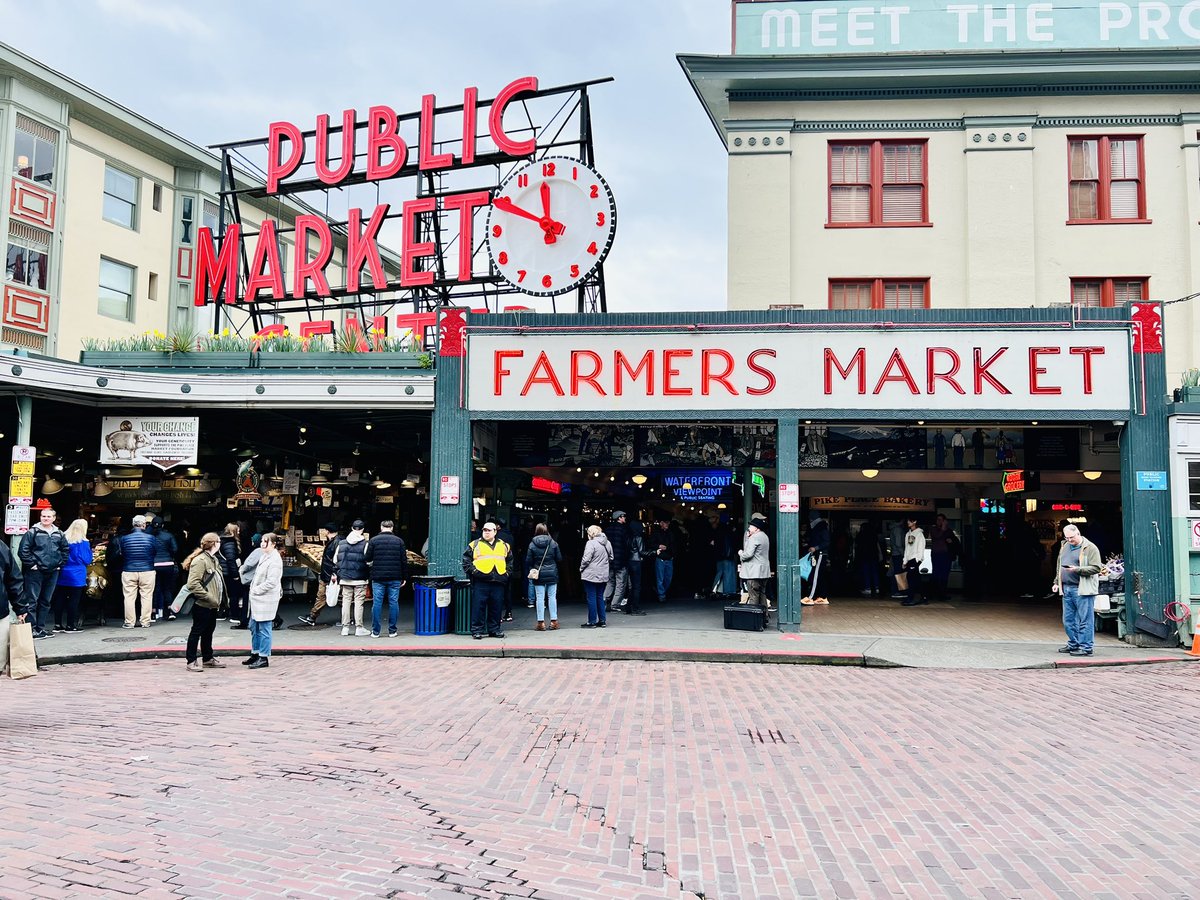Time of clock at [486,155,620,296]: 11:49
